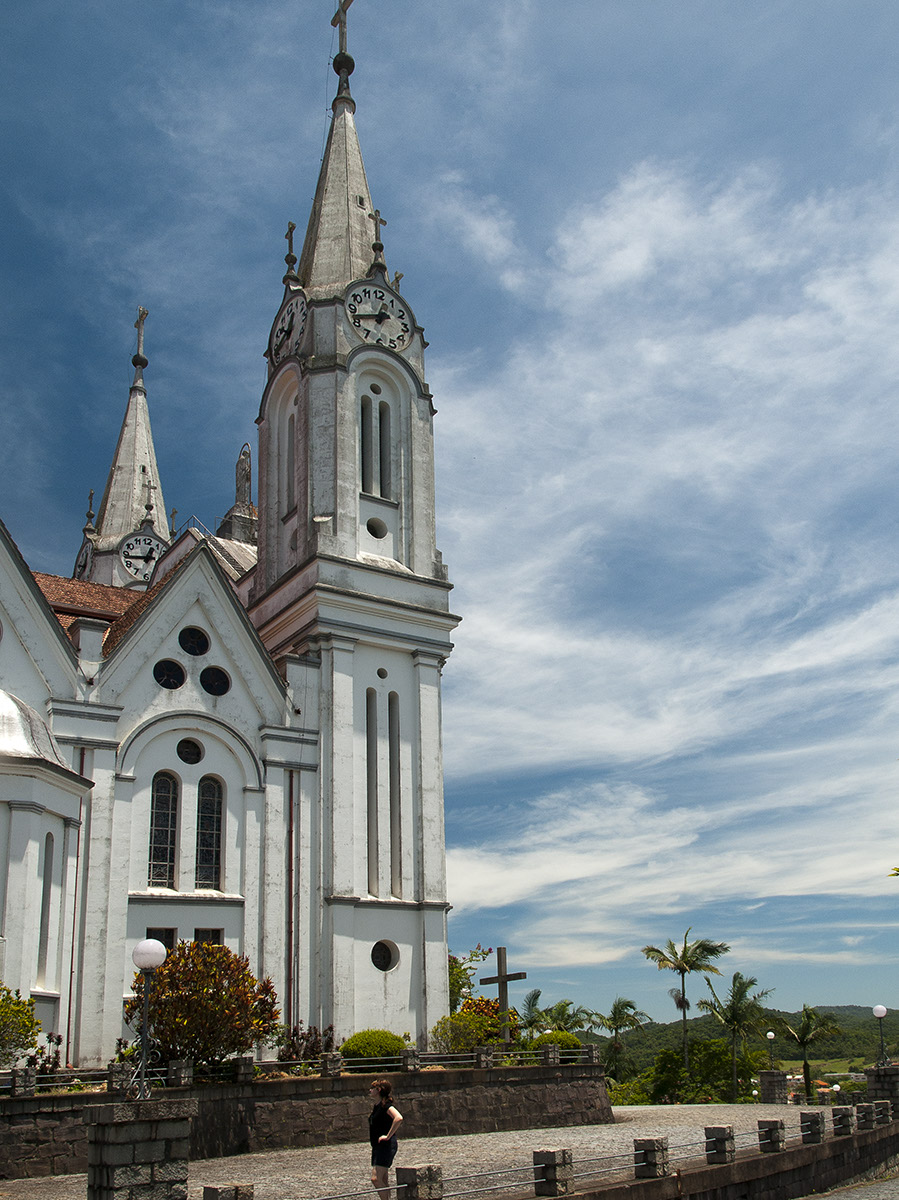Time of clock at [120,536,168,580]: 12:43
